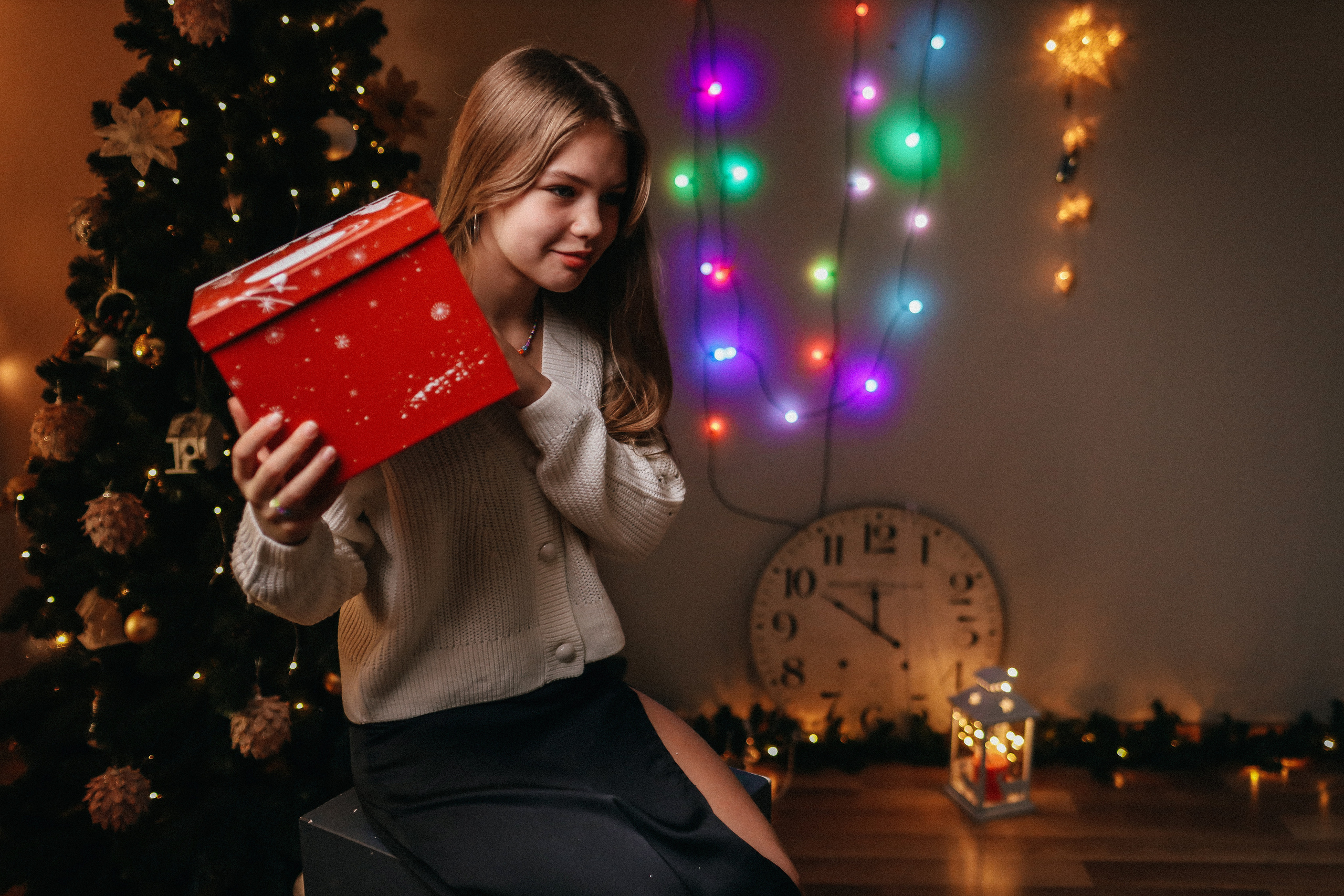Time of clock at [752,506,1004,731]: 11:50
